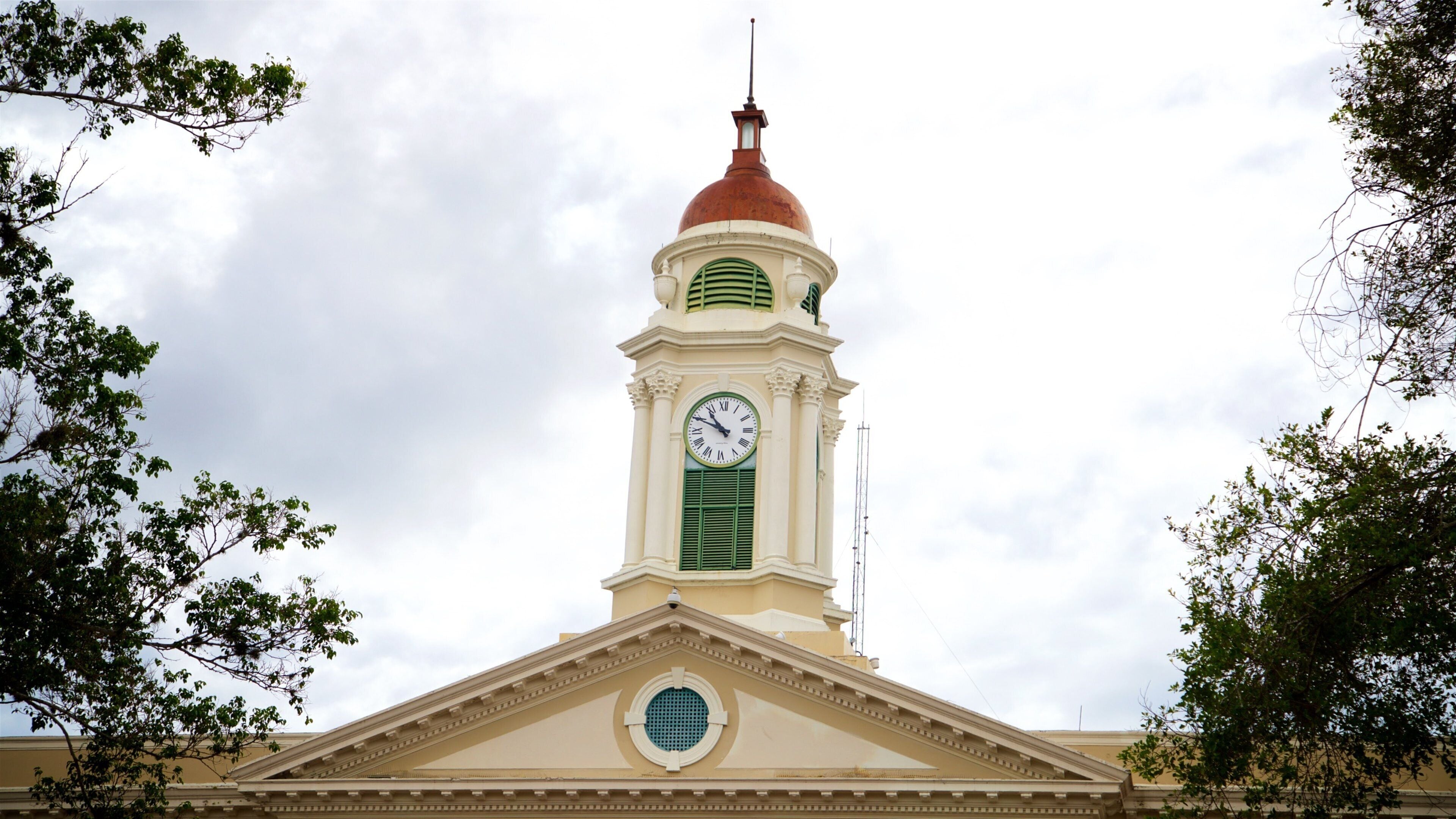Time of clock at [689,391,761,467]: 10:49
